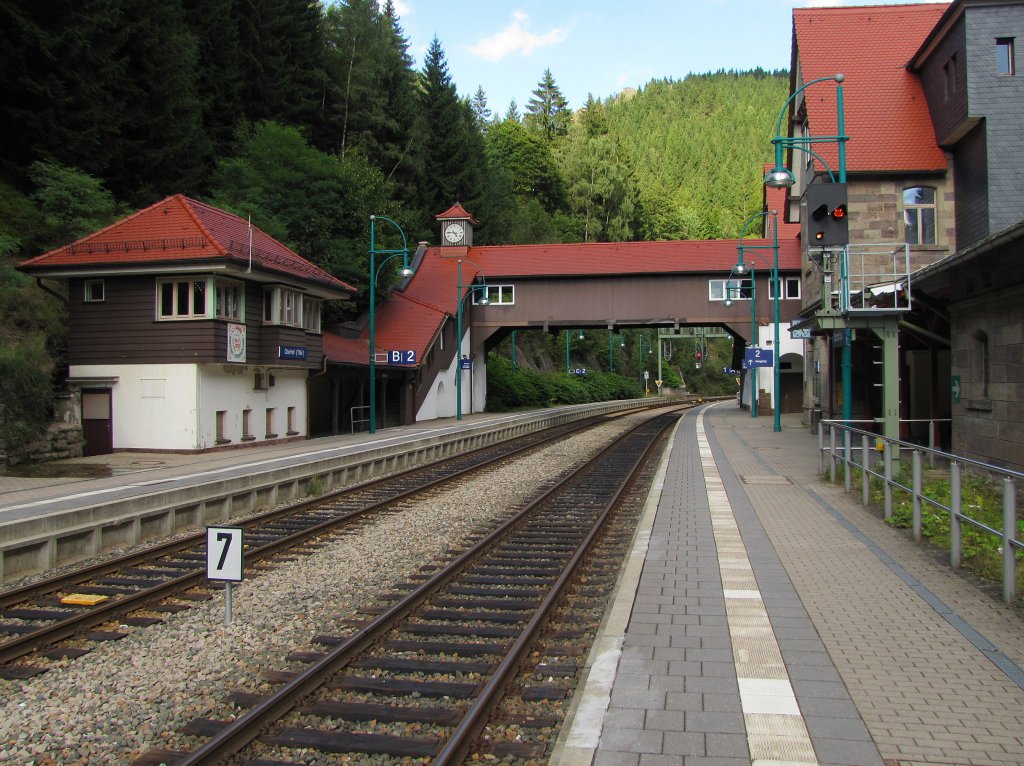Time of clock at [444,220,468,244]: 4:46
